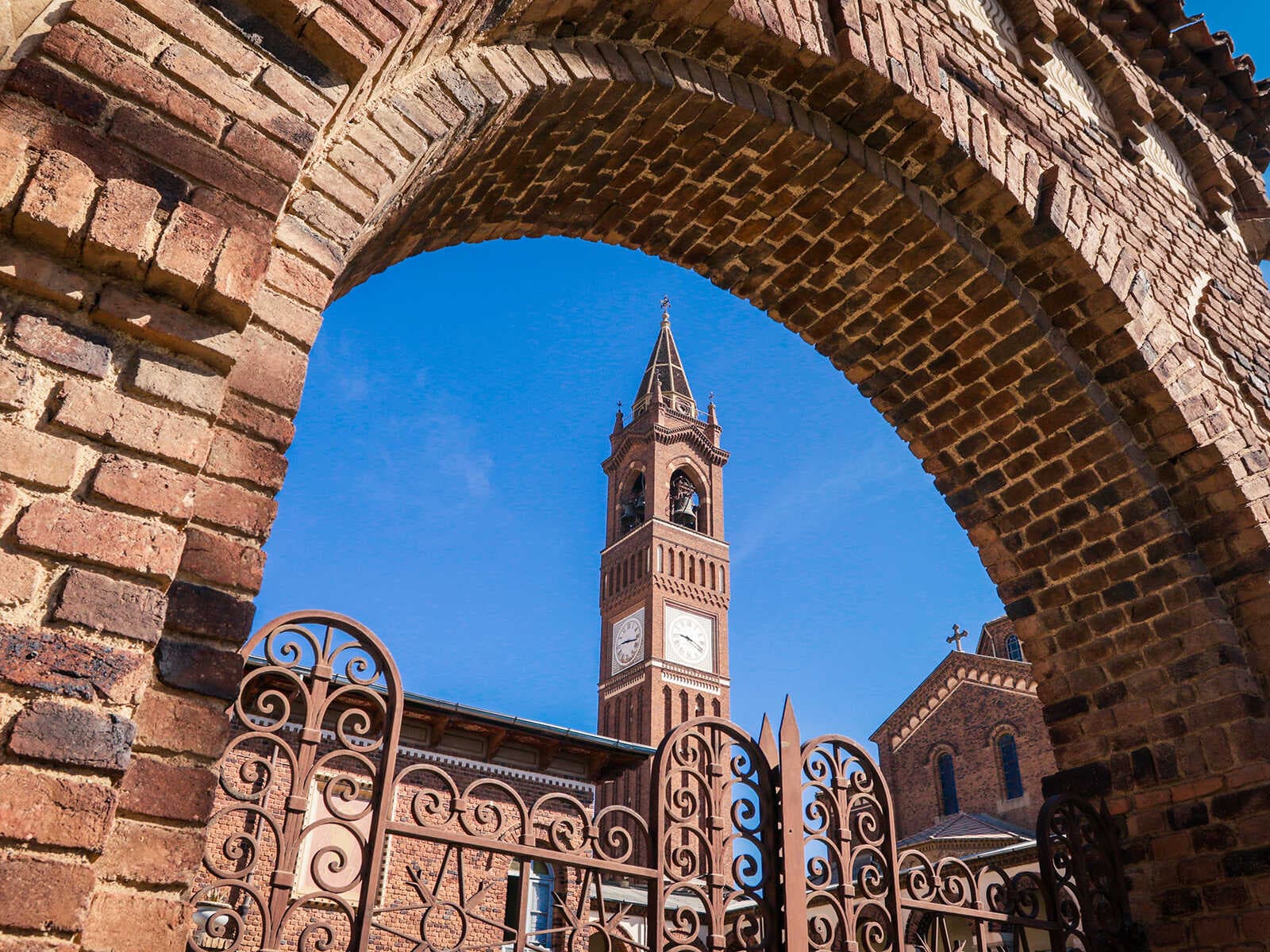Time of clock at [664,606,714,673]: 9:18
